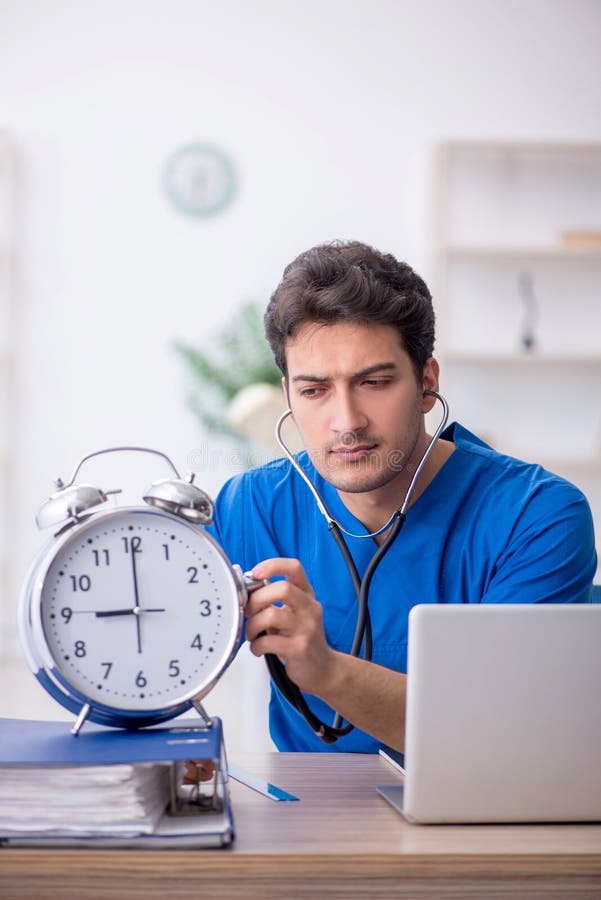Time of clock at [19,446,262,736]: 9:00
